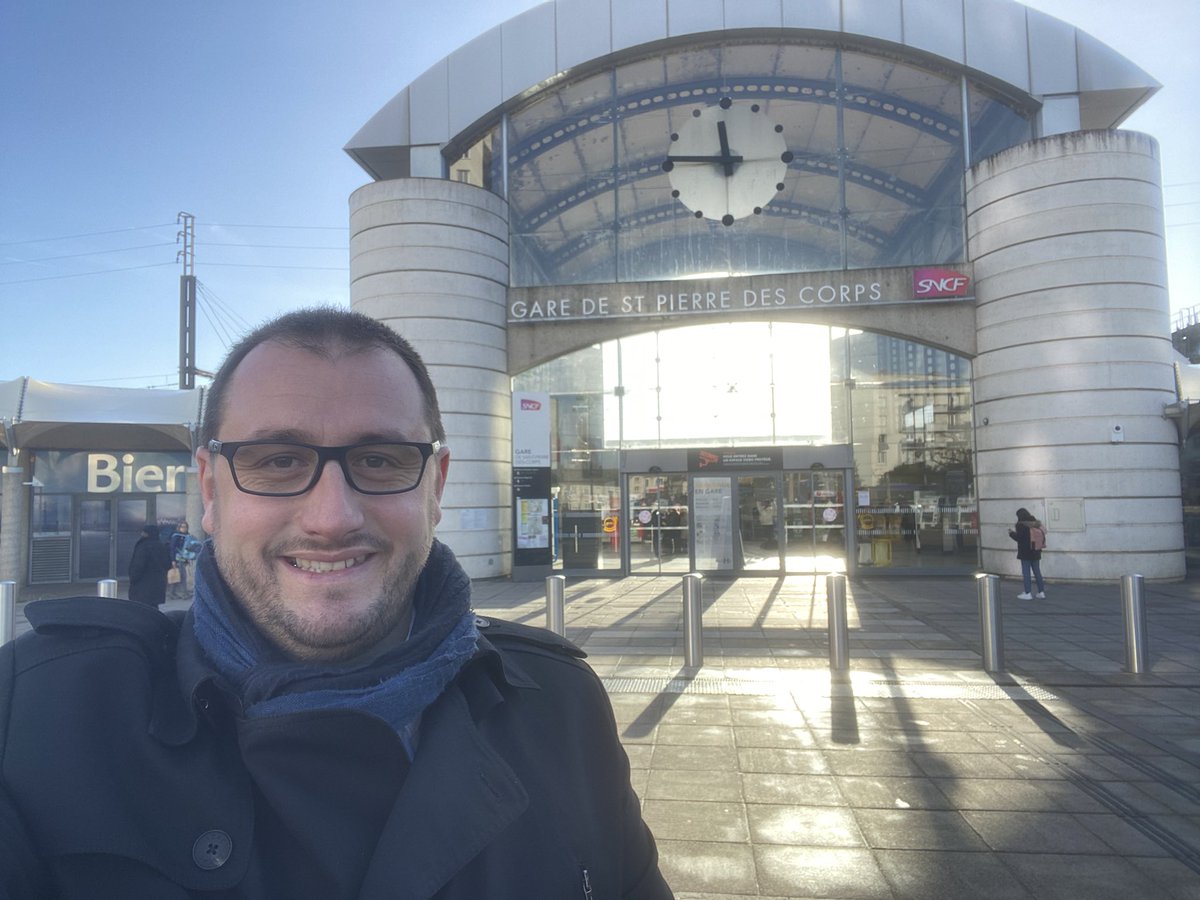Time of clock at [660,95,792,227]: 11:45
